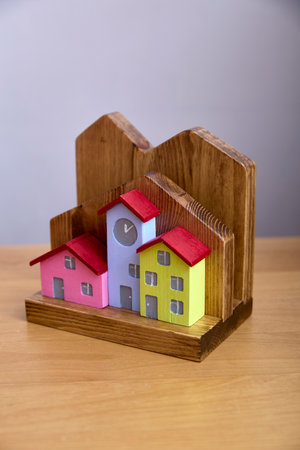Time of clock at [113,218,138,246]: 12:07
